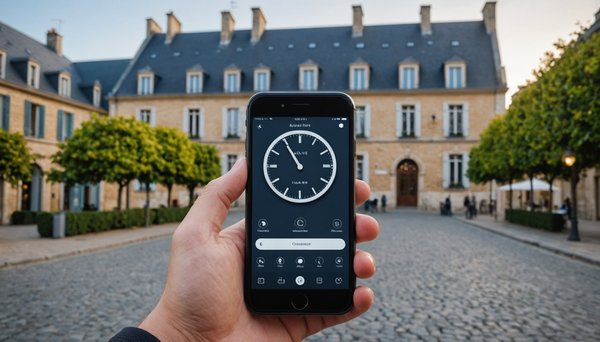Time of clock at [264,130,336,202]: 10:54
